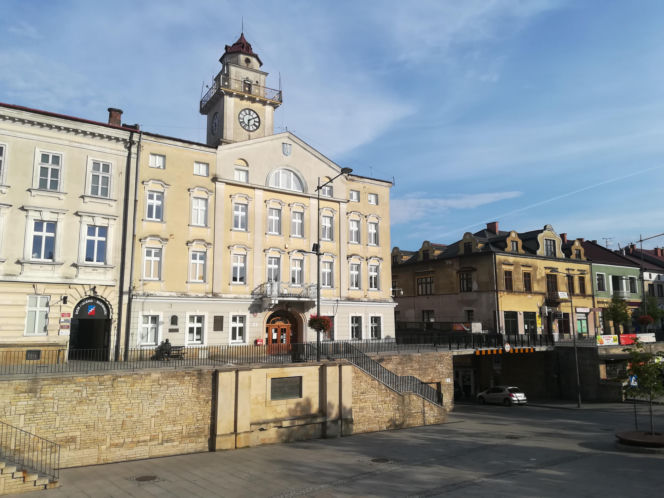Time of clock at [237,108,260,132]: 6:10
